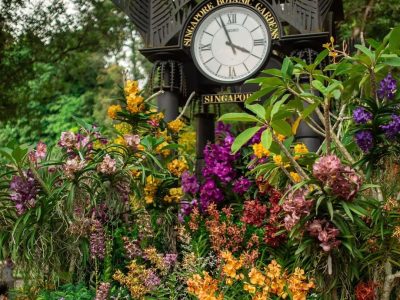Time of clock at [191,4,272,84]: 3:56
